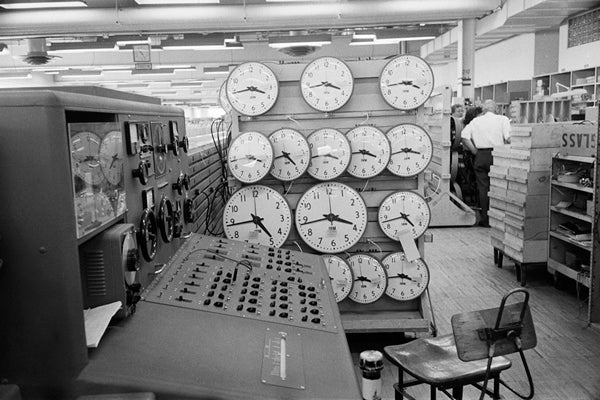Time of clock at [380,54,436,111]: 3:43
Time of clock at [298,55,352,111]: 3:43
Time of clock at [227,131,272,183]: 3:43
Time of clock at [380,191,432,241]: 4:42
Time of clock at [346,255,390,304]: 3:43
